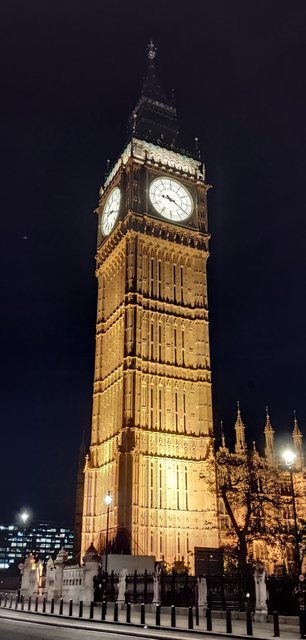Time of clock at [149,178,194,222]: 9:20
